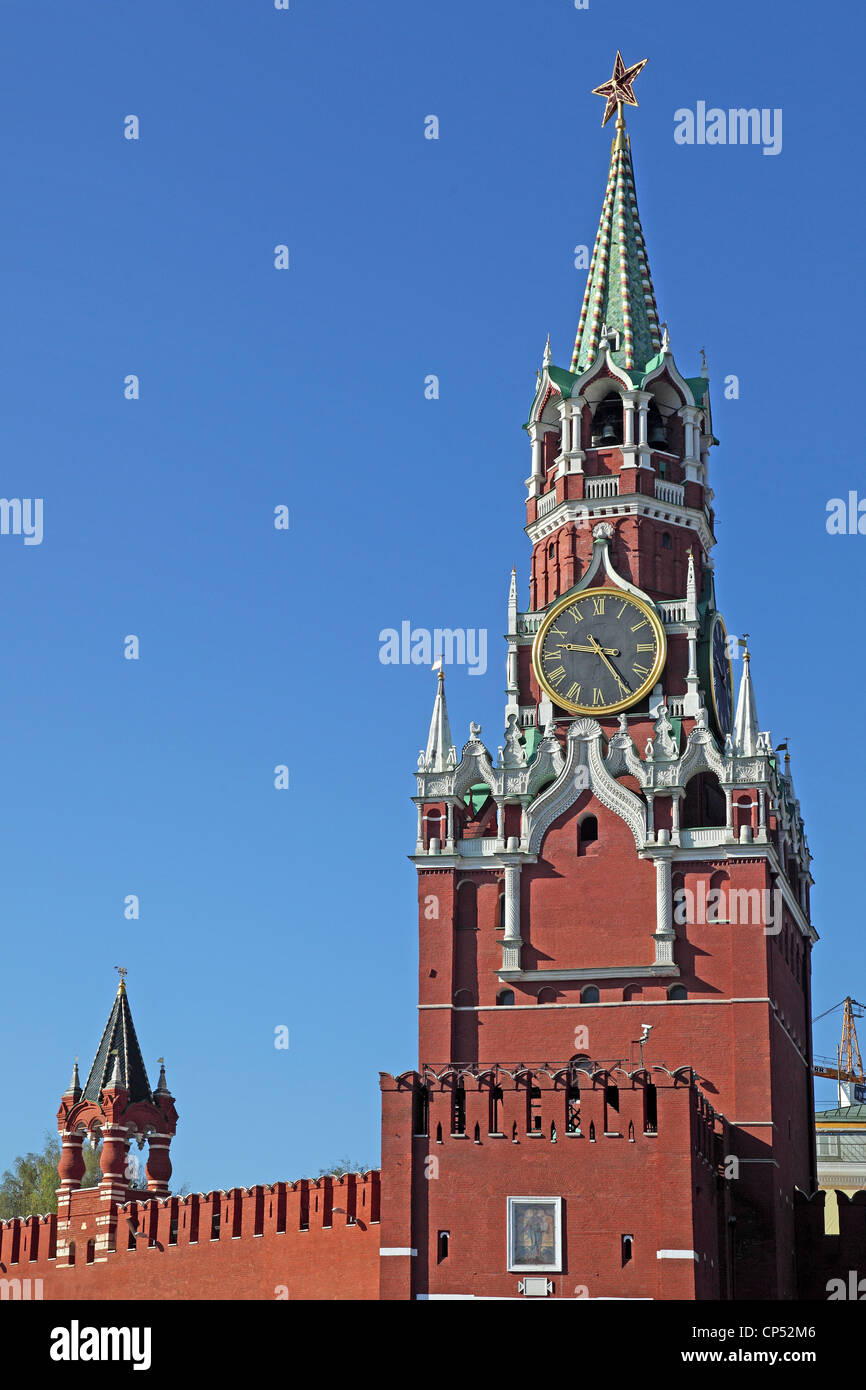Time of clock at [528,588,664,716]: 9:24
